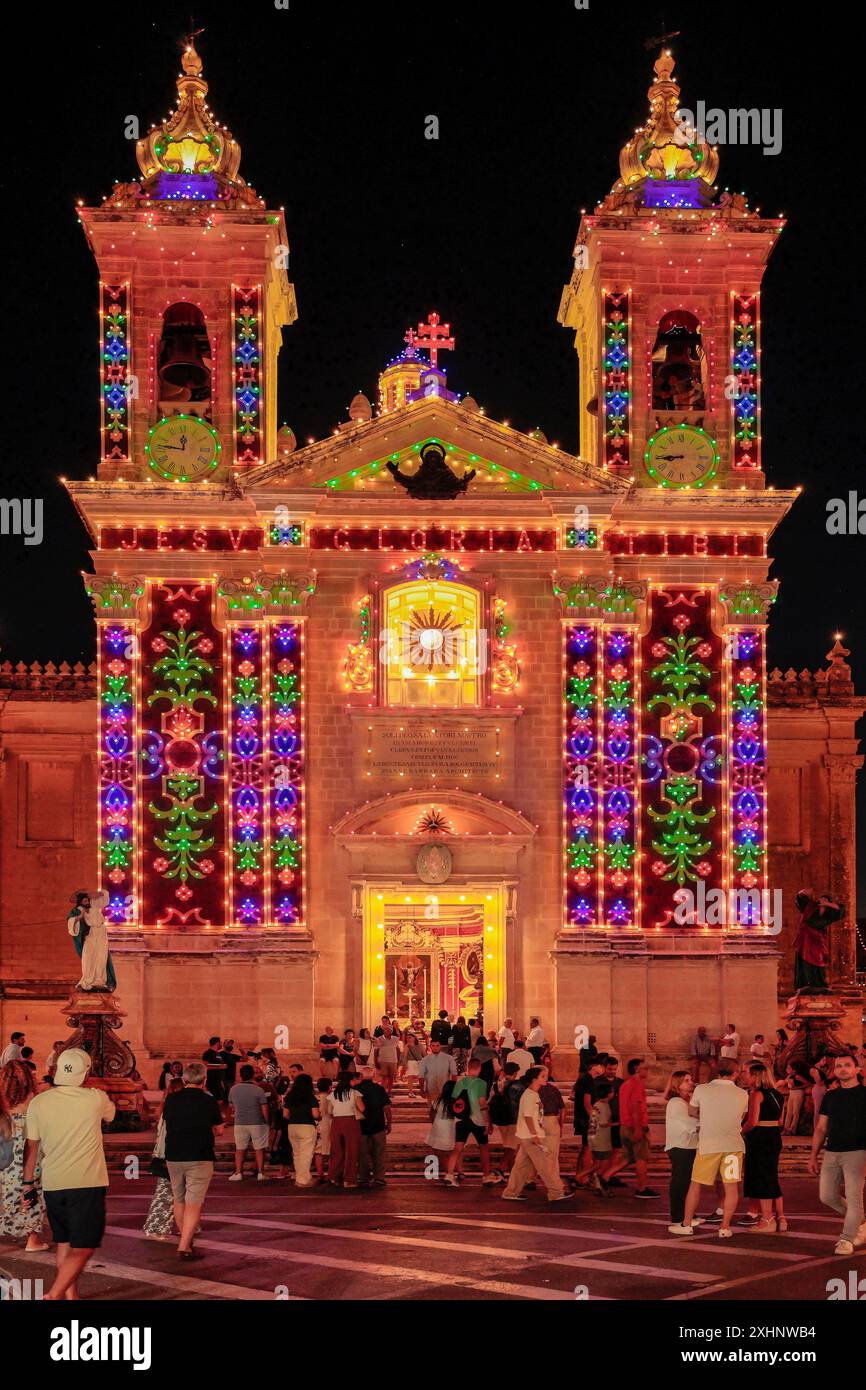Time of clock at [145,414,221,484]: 11:46
